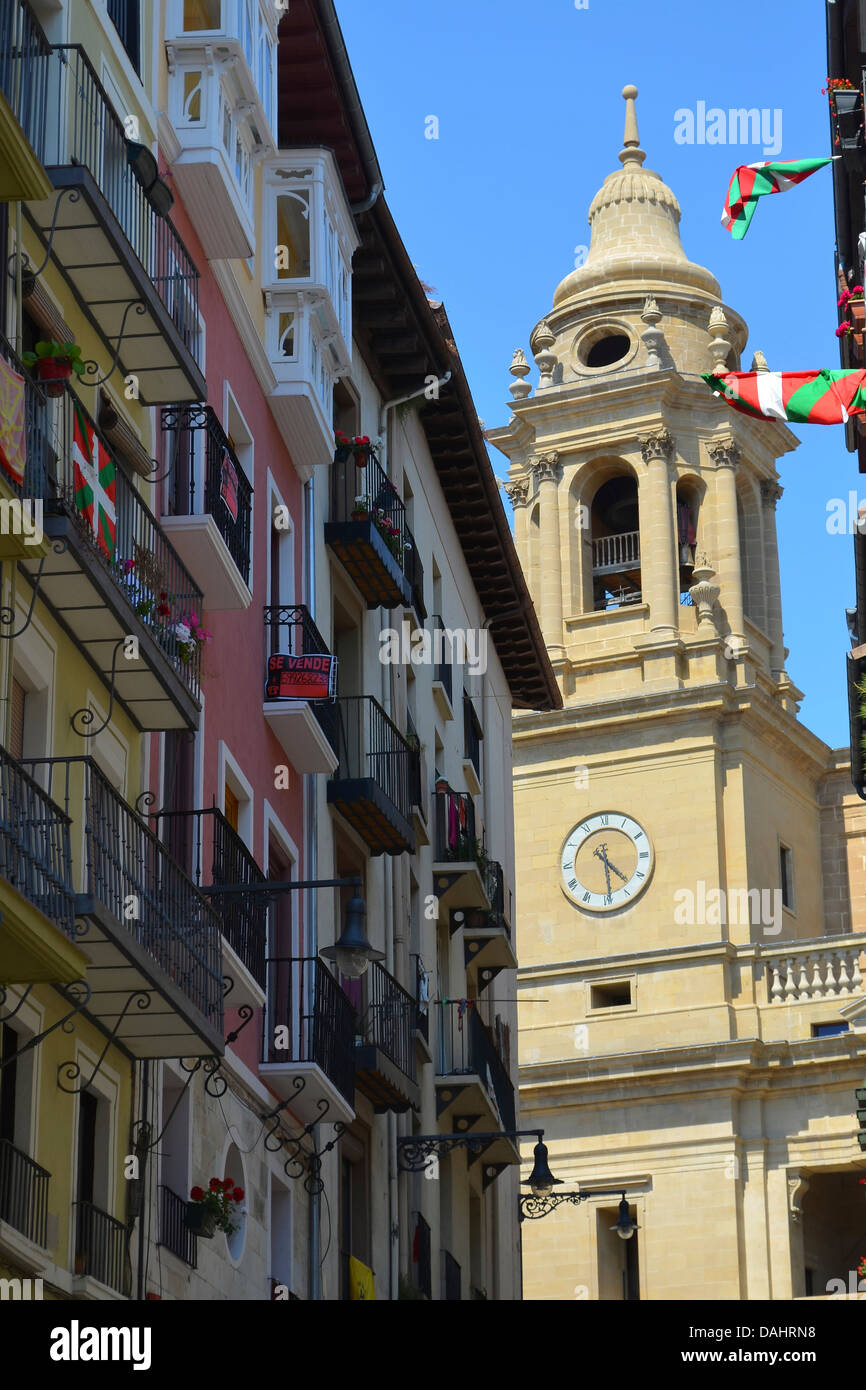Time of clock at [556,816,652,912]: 4:28
